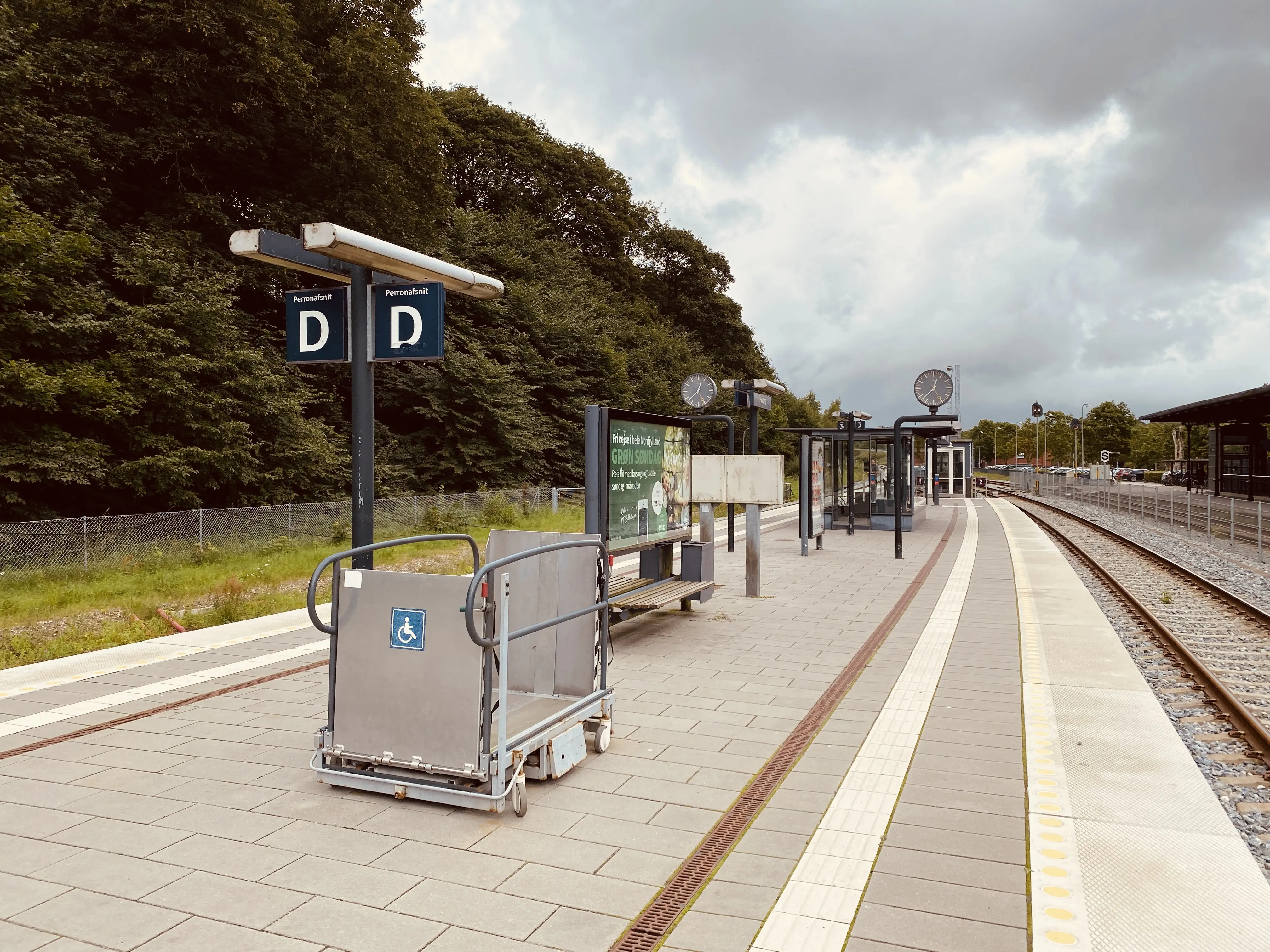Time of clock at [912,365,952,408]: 12:37
